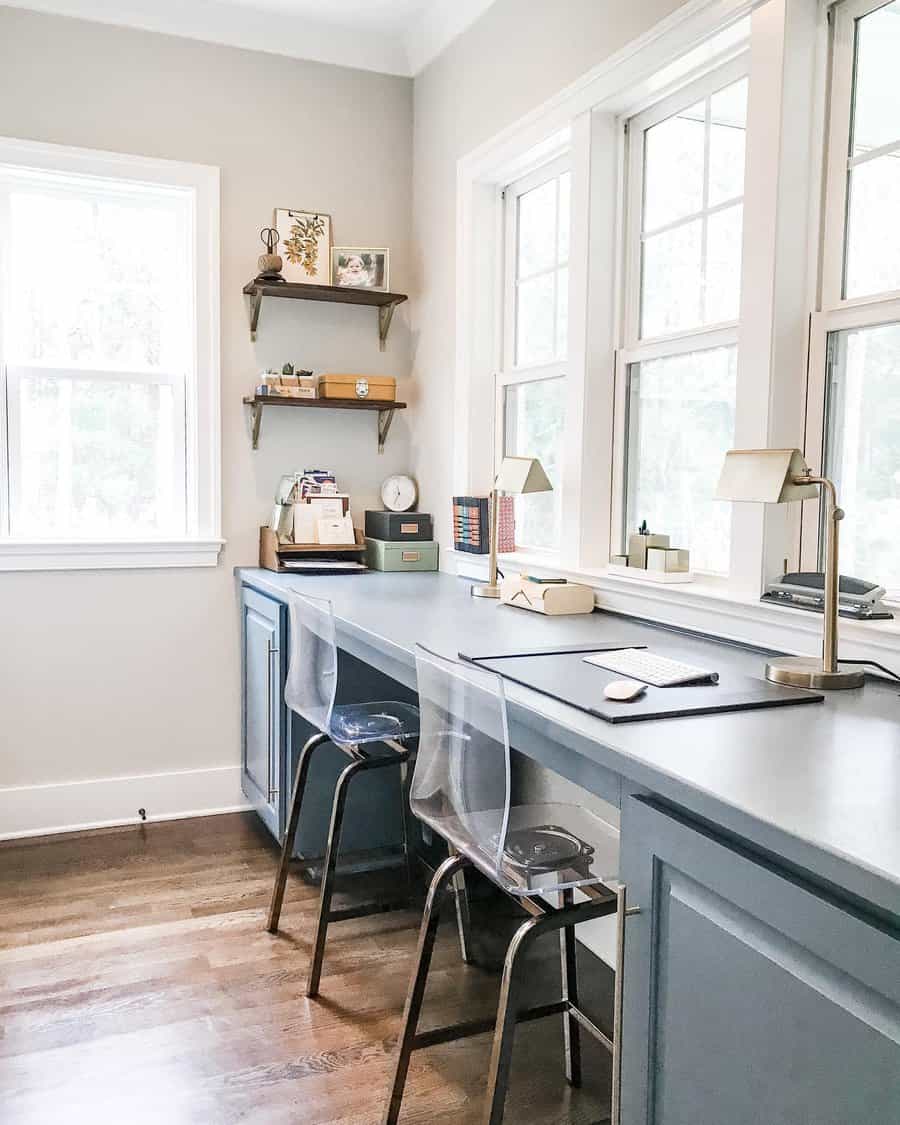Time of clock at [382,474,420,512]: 11:34
